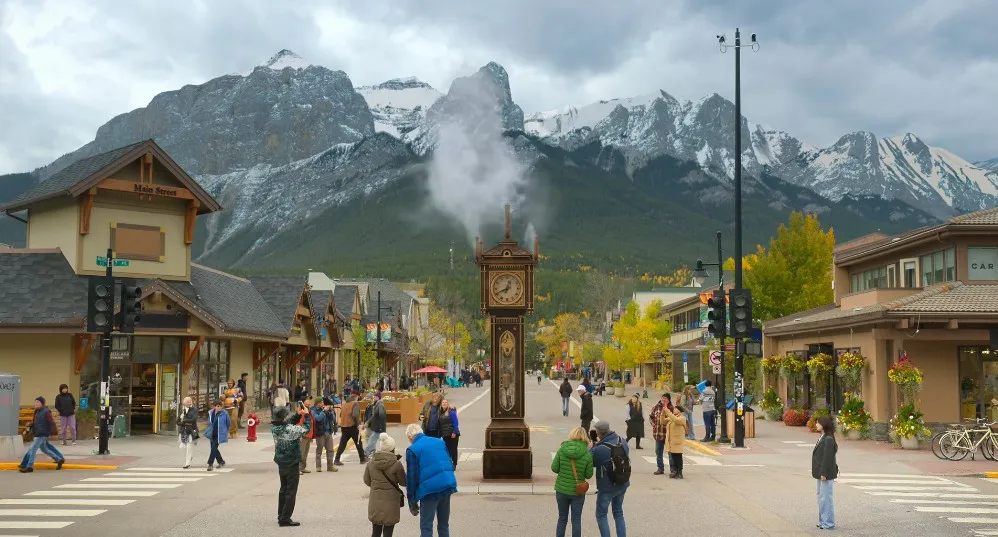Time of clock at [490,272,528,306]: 12:41
